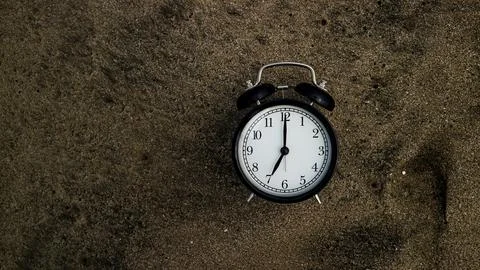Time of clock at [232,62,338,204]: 7:00
